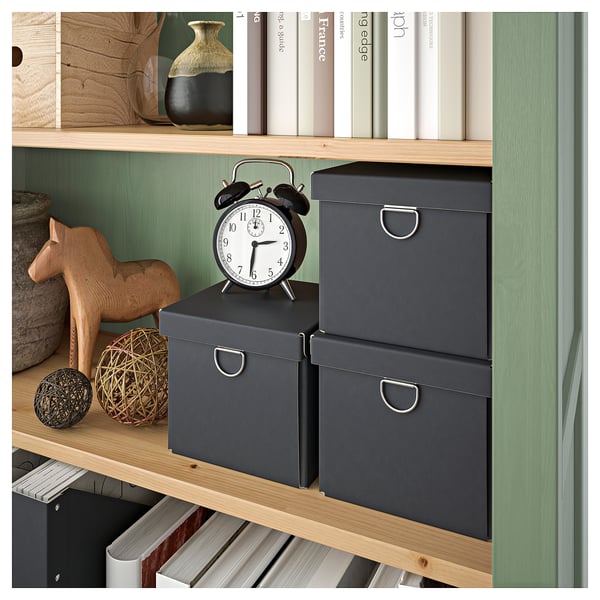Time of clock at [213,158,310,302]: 2:31
